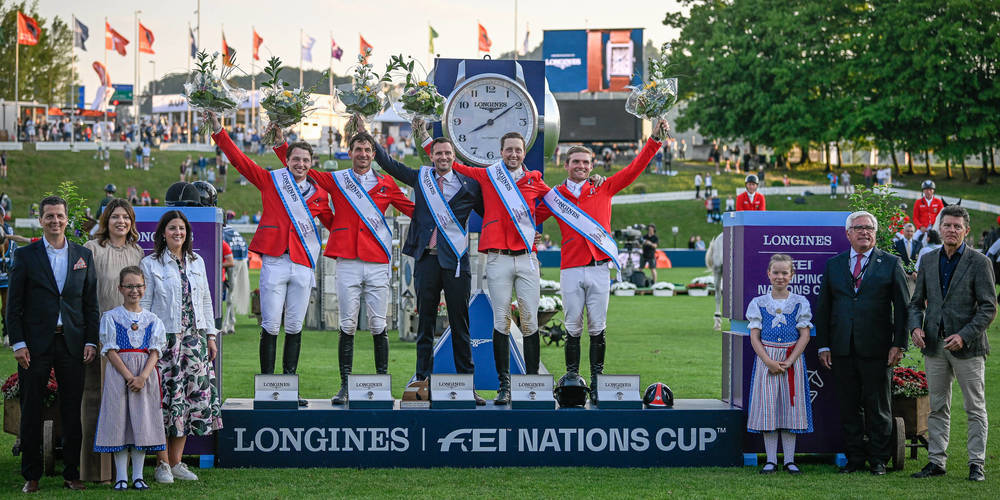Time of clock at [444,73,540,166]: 8:09
